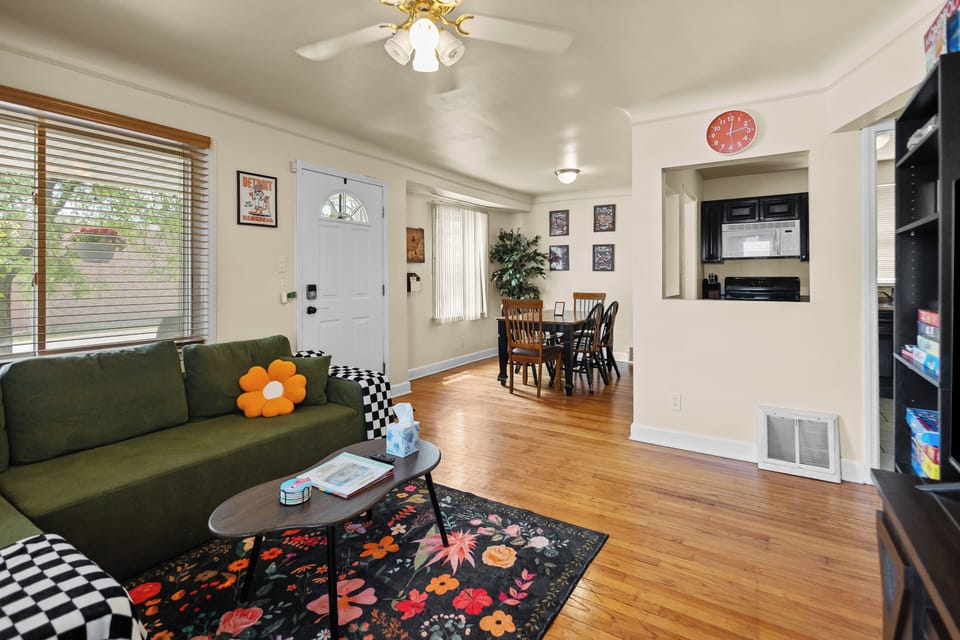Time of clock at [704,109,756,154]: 12:12
